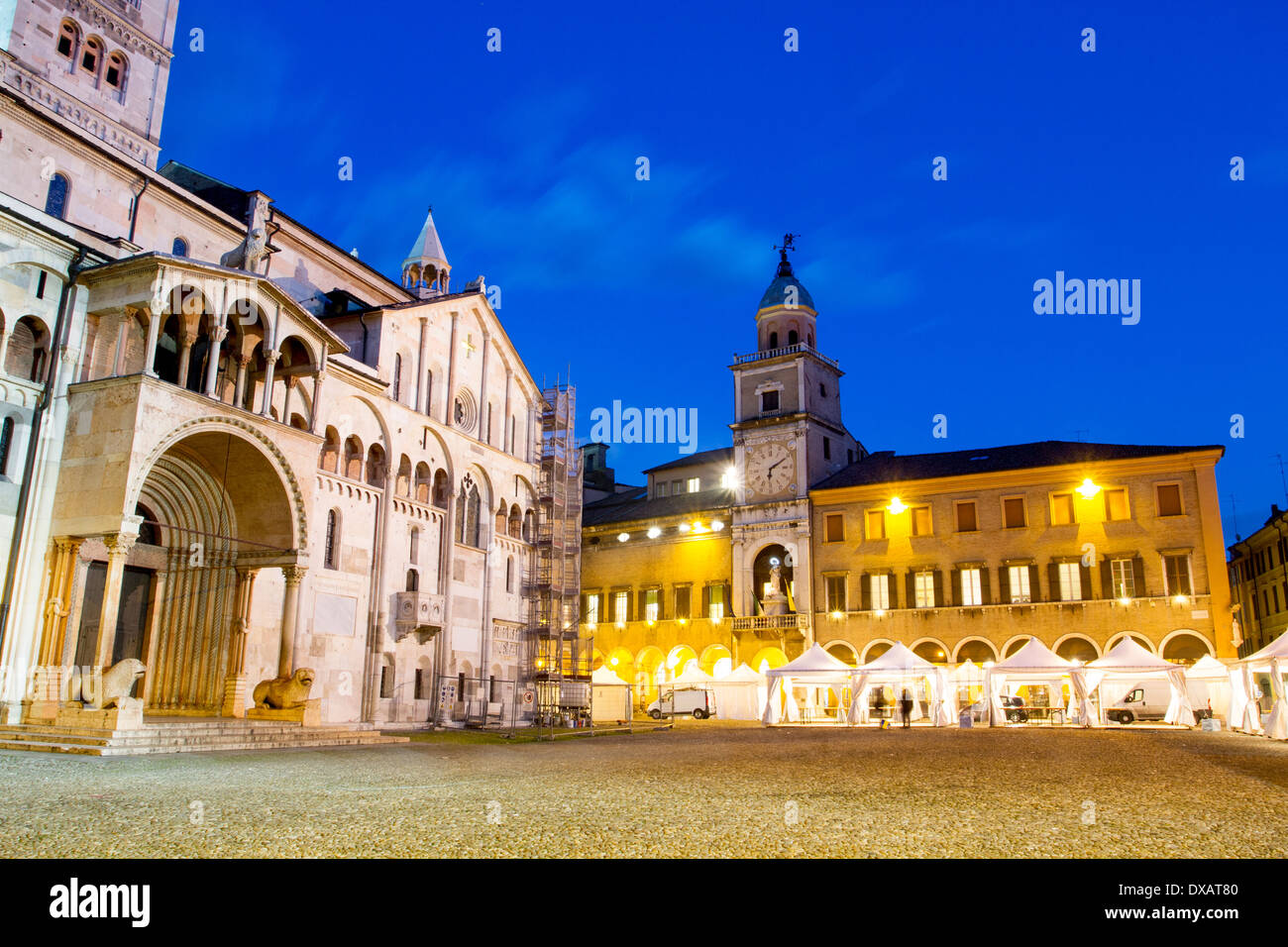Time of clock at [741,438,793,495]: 6:10
